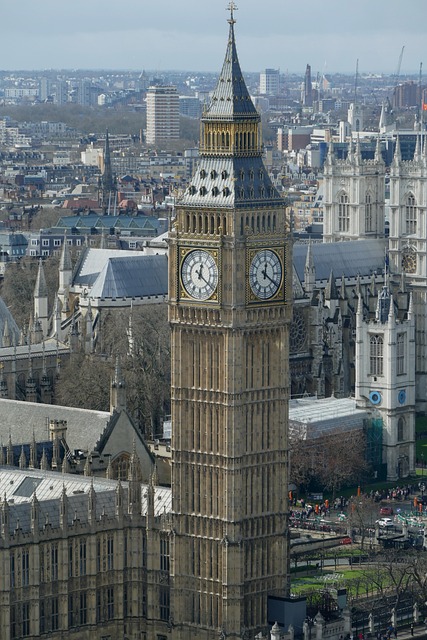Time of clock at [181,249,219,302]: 12:21
